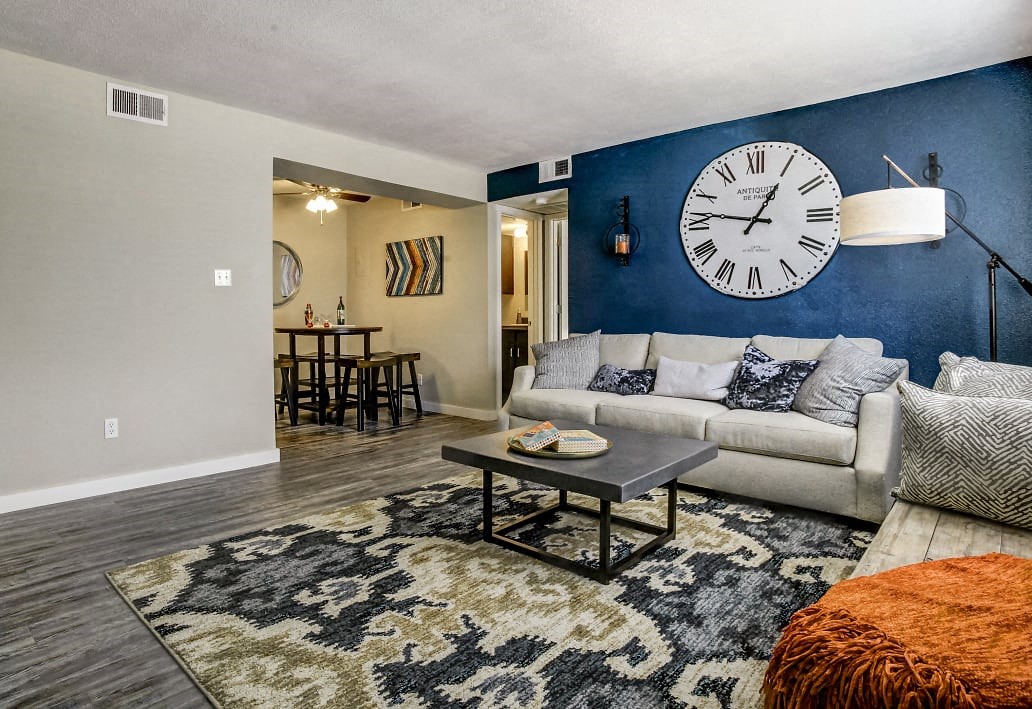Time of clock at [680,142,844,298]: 12:46
